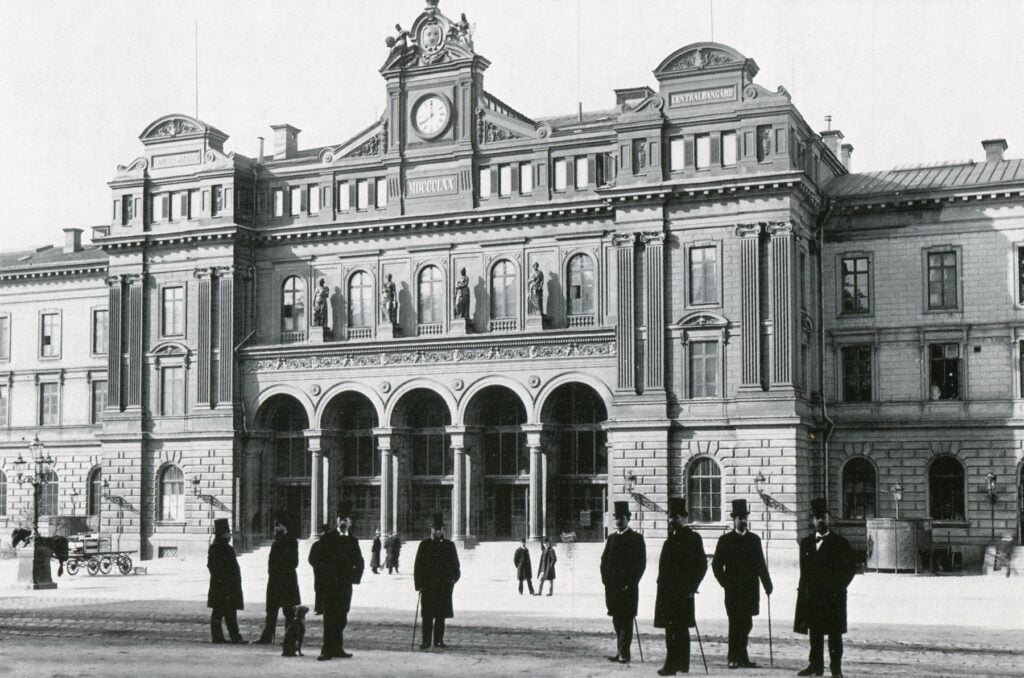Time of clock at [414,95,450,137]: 7:59
